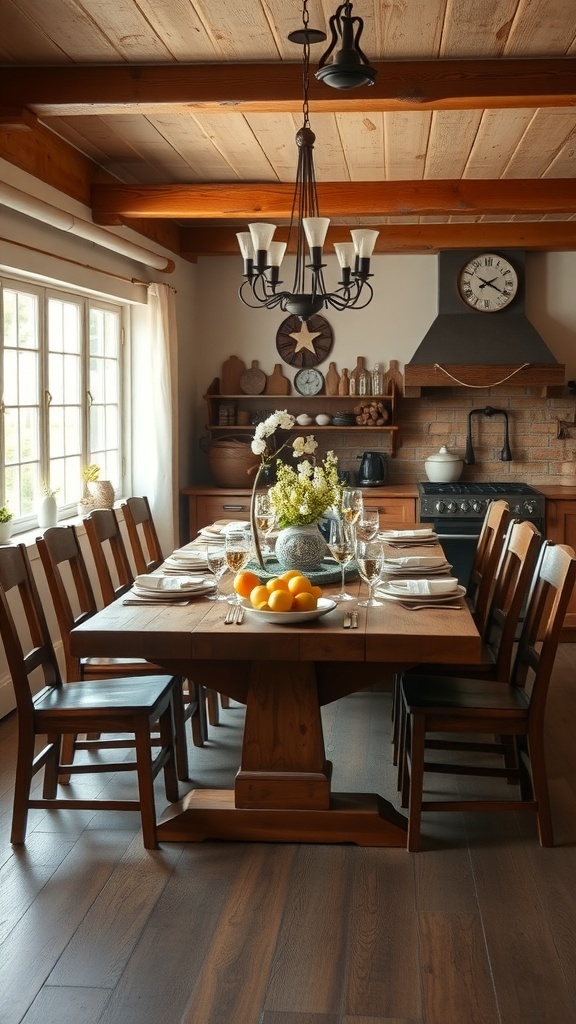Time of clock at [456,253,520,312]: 2:20
